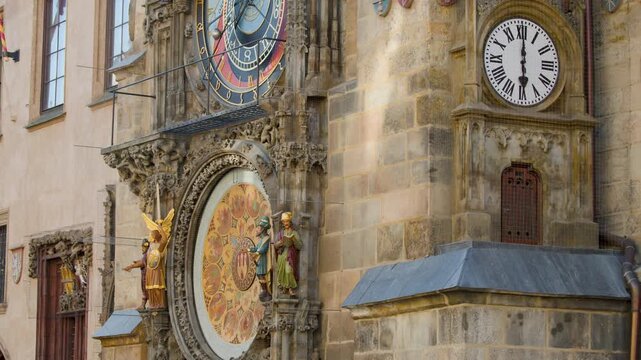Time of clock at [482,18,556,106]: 6:00
